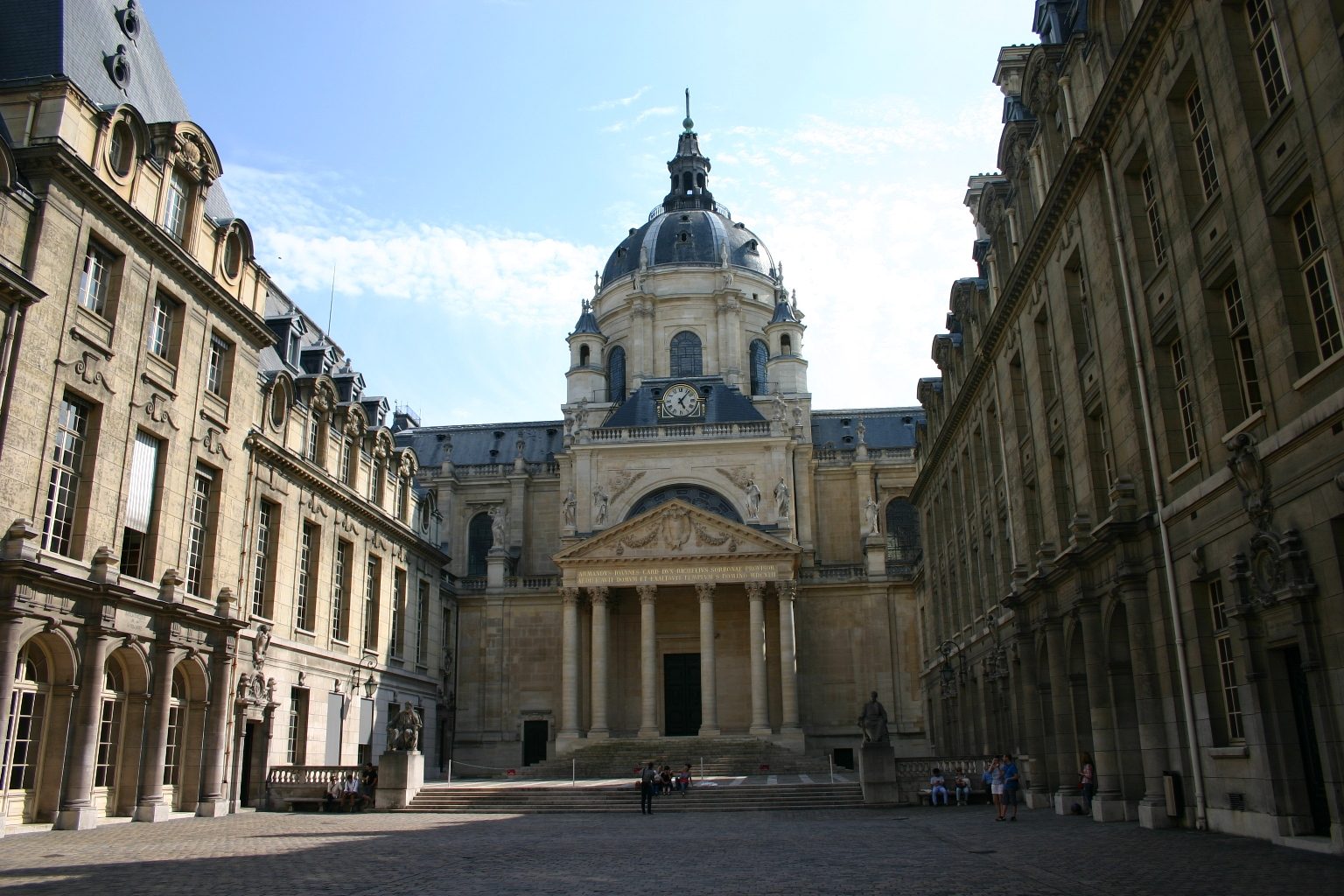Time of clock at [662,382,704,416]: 5:06
